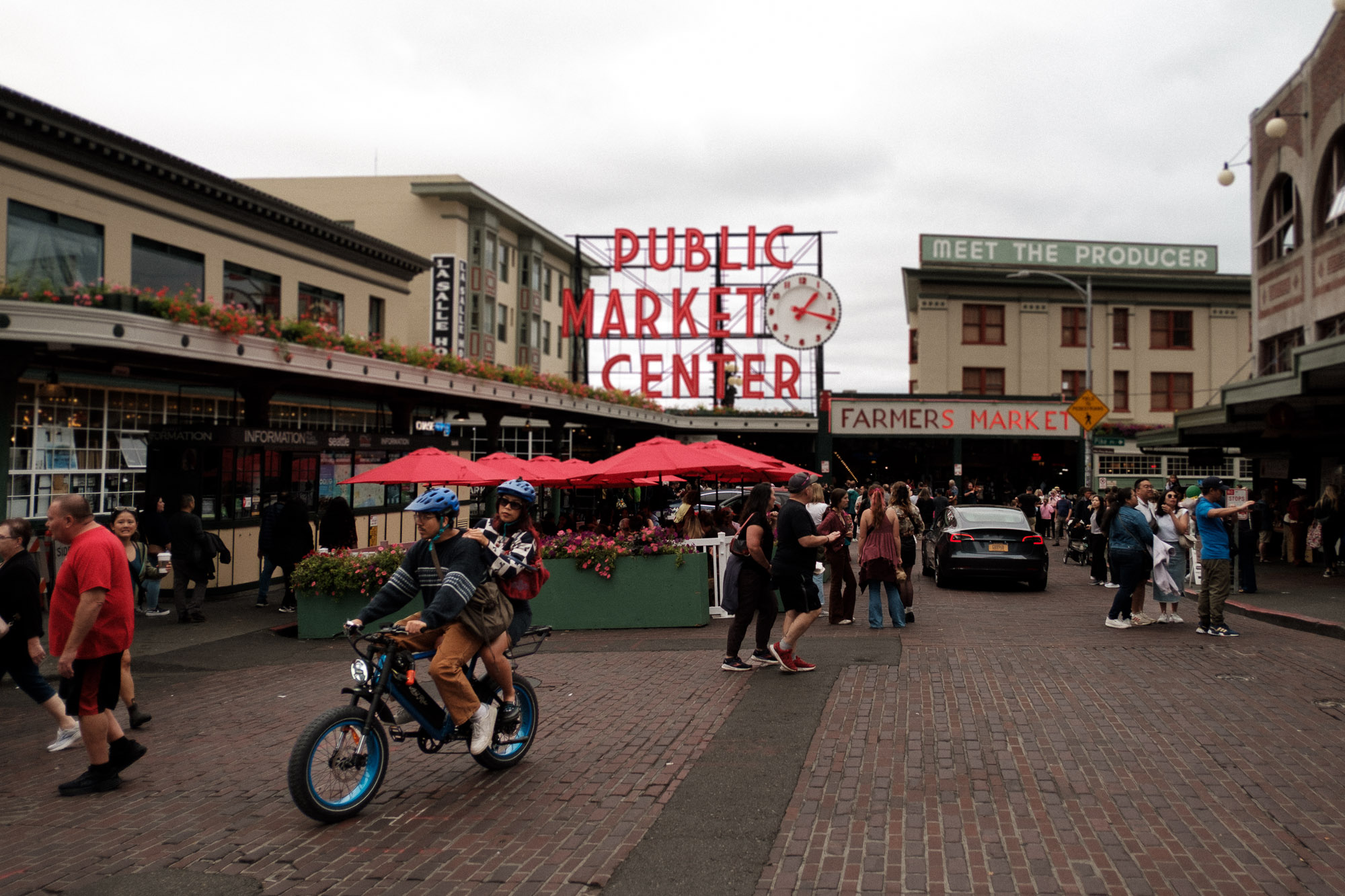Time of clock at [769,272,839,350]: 1:17
